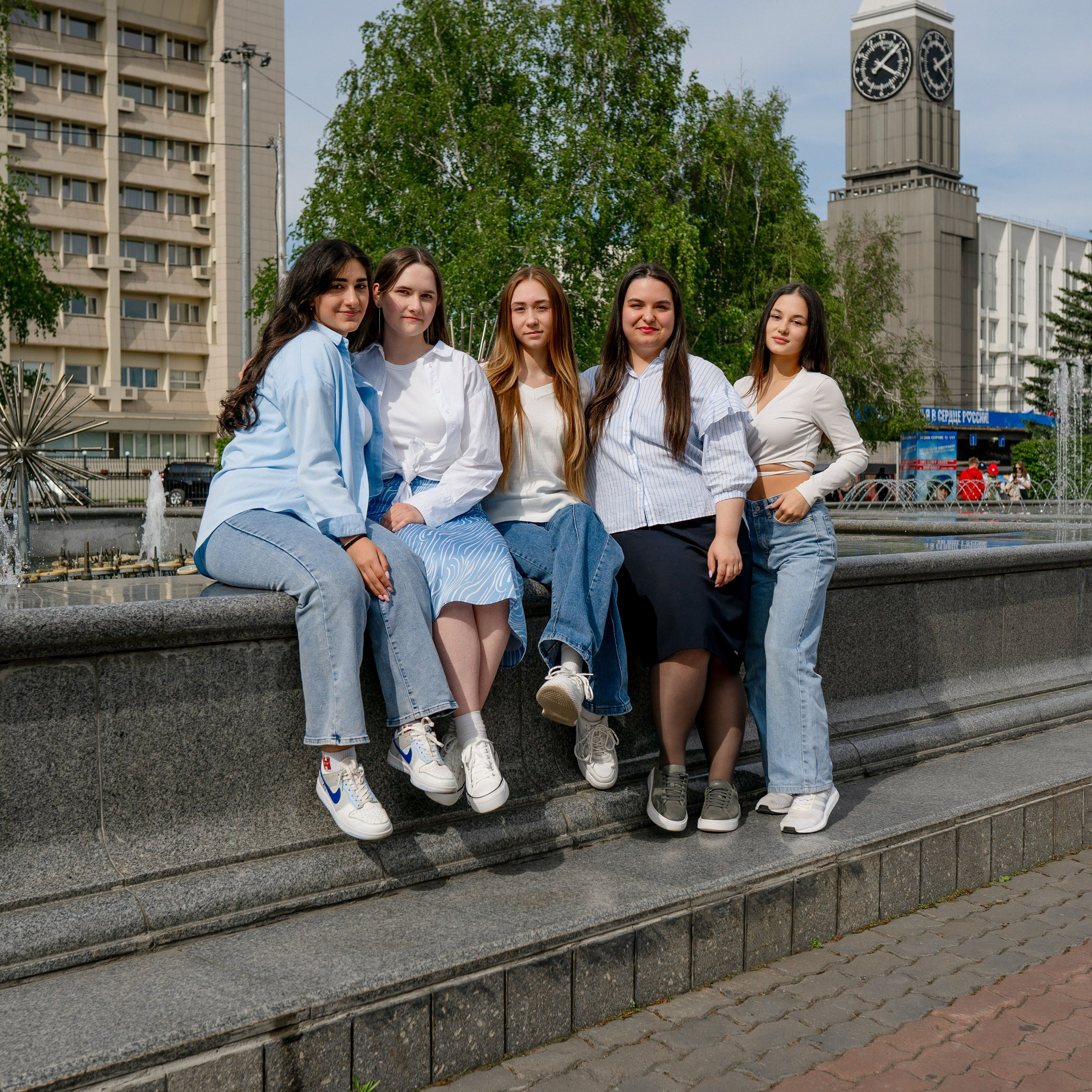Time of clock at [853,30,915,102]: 4:08
